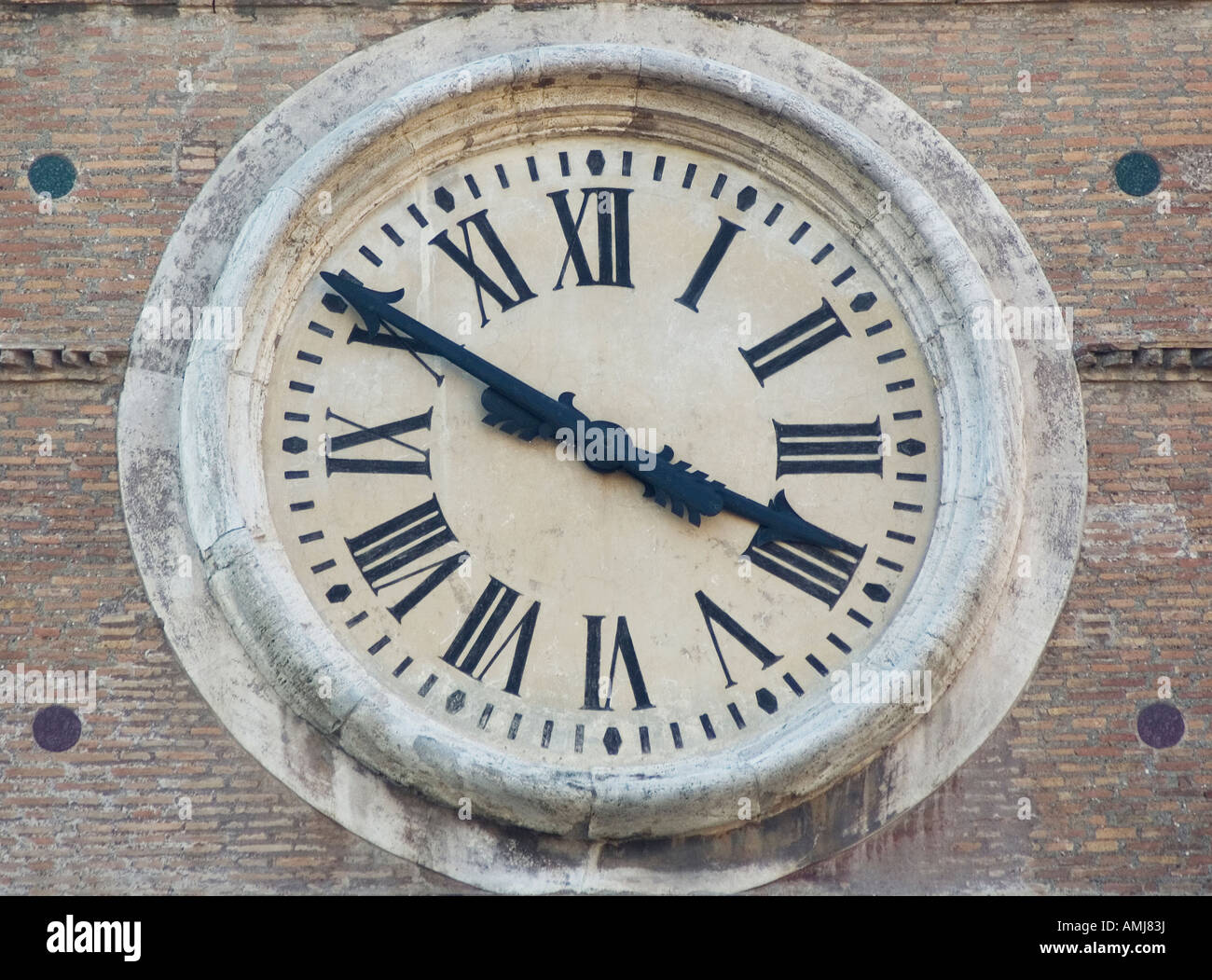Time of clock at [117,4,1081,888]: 3:50
